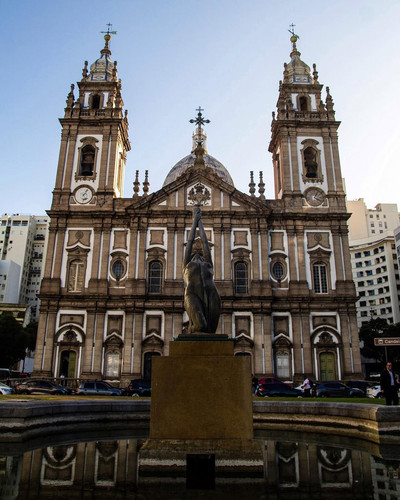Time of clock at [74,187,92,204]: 4:04
